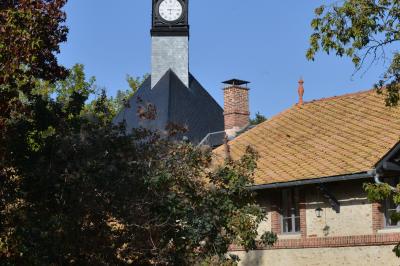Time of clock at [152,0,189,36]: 6:14
